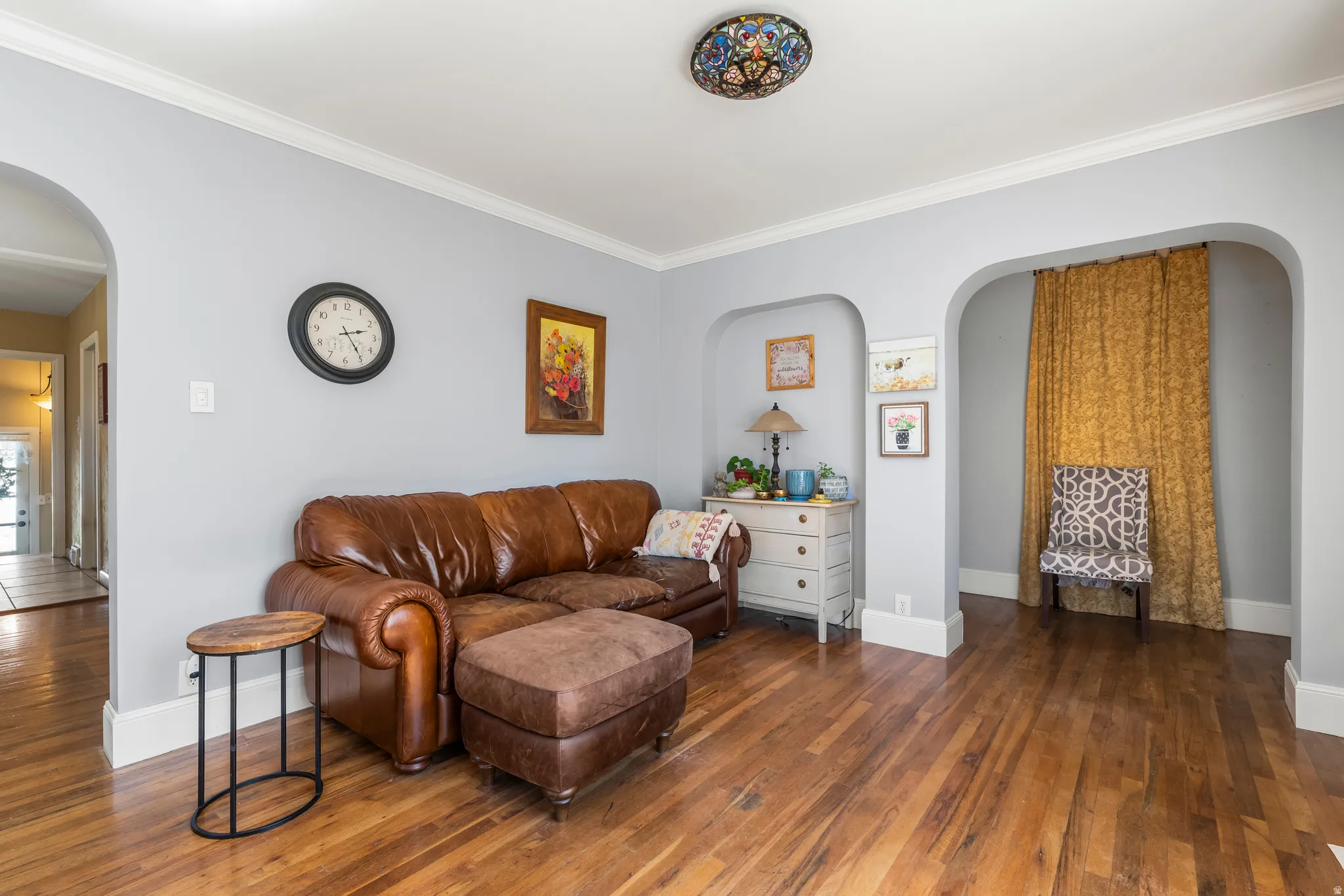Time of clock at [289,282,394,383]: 2:24
